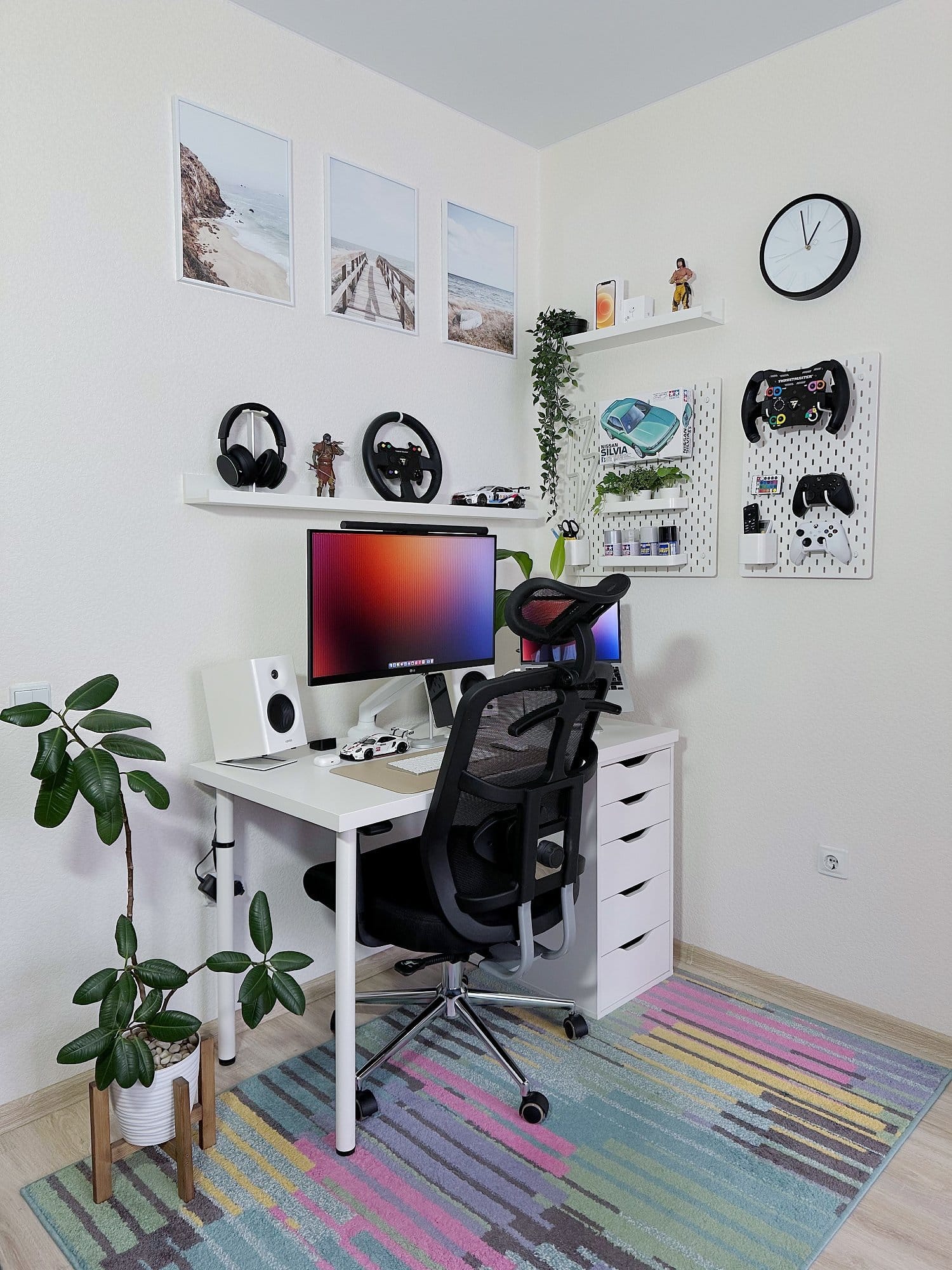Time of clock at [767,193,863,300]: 12:57
